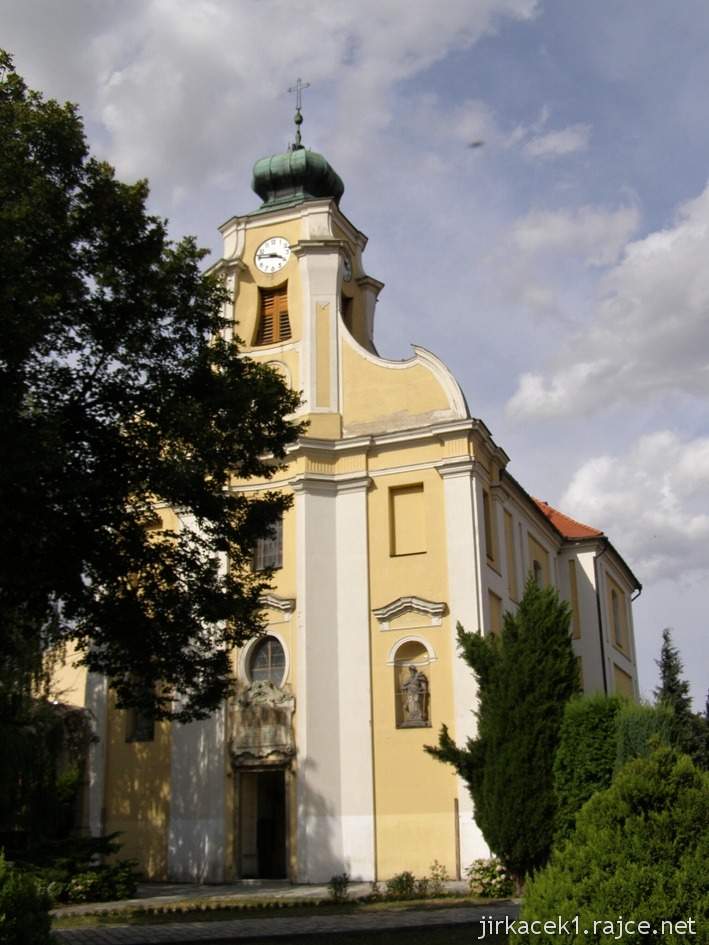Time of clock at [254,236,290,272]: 3:46
